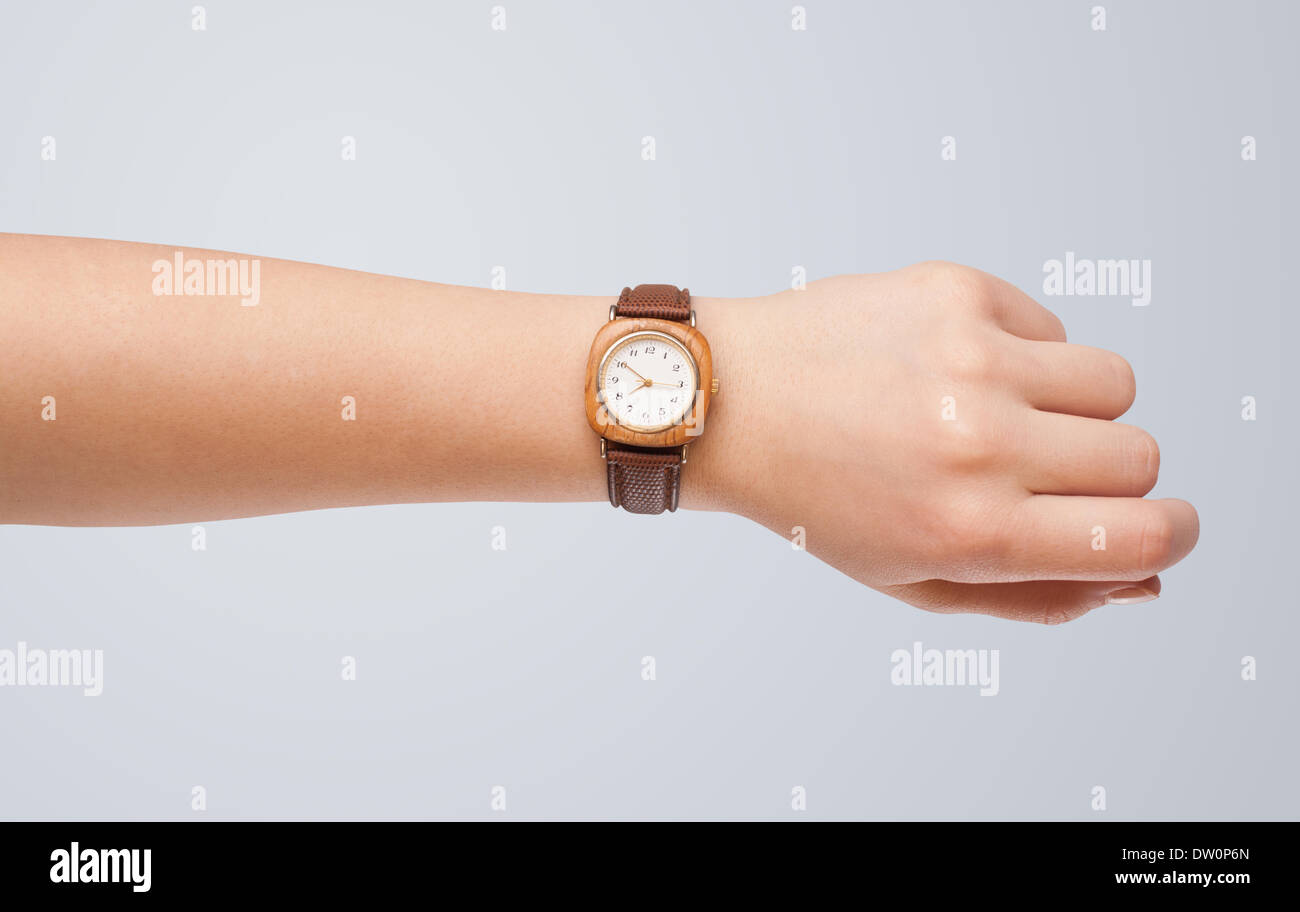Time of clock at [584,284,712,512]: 10:14
